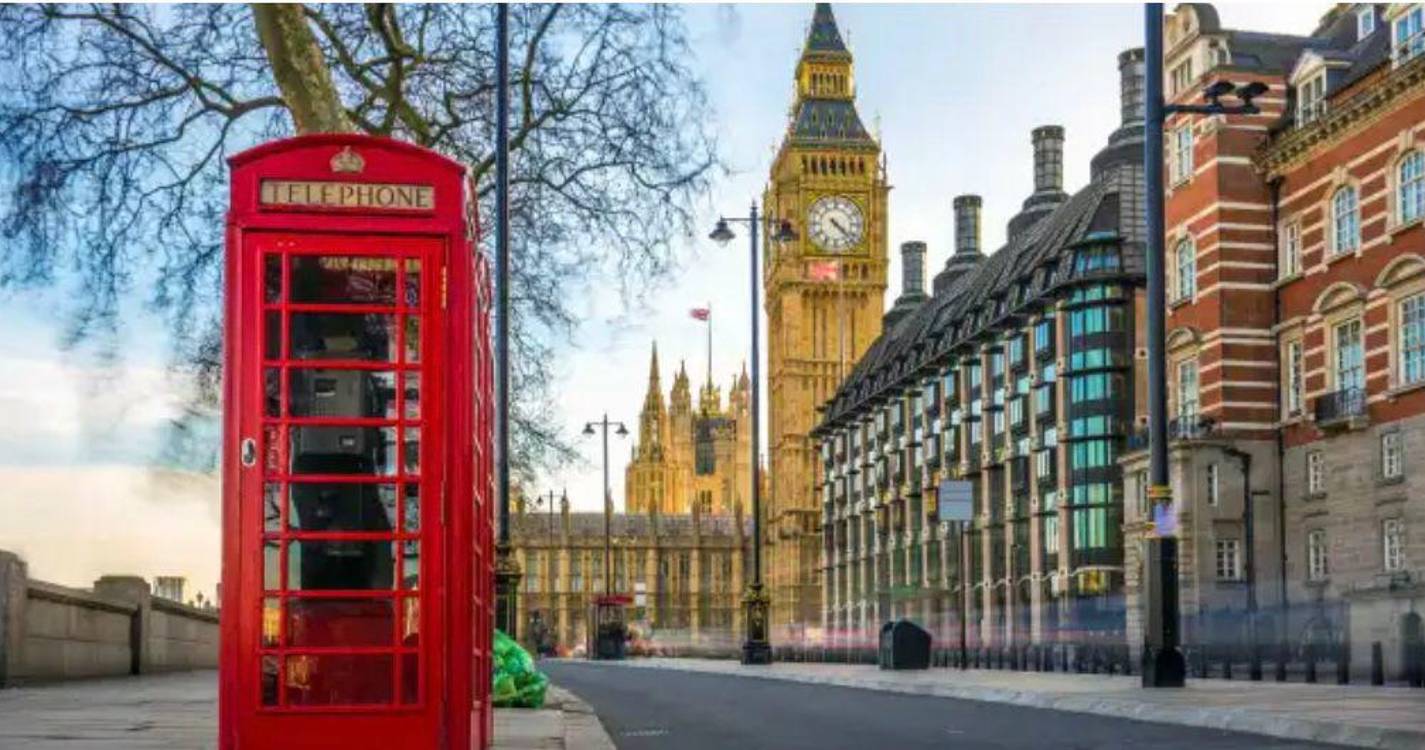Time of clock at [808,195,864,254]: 4:22
